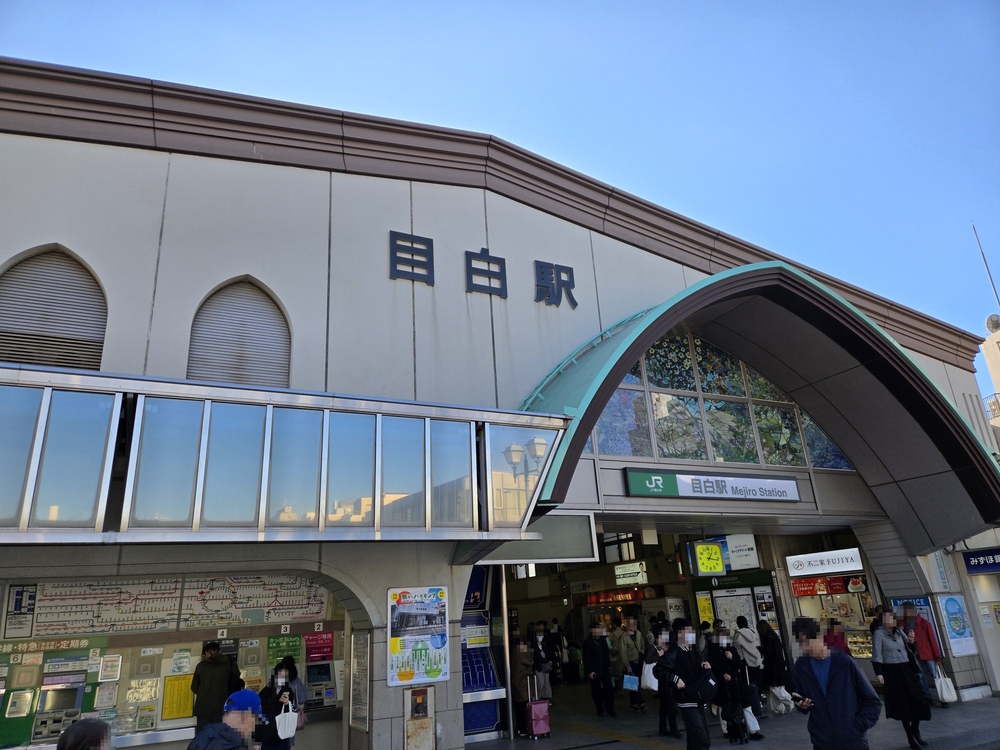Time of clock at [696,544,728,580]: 1:16
